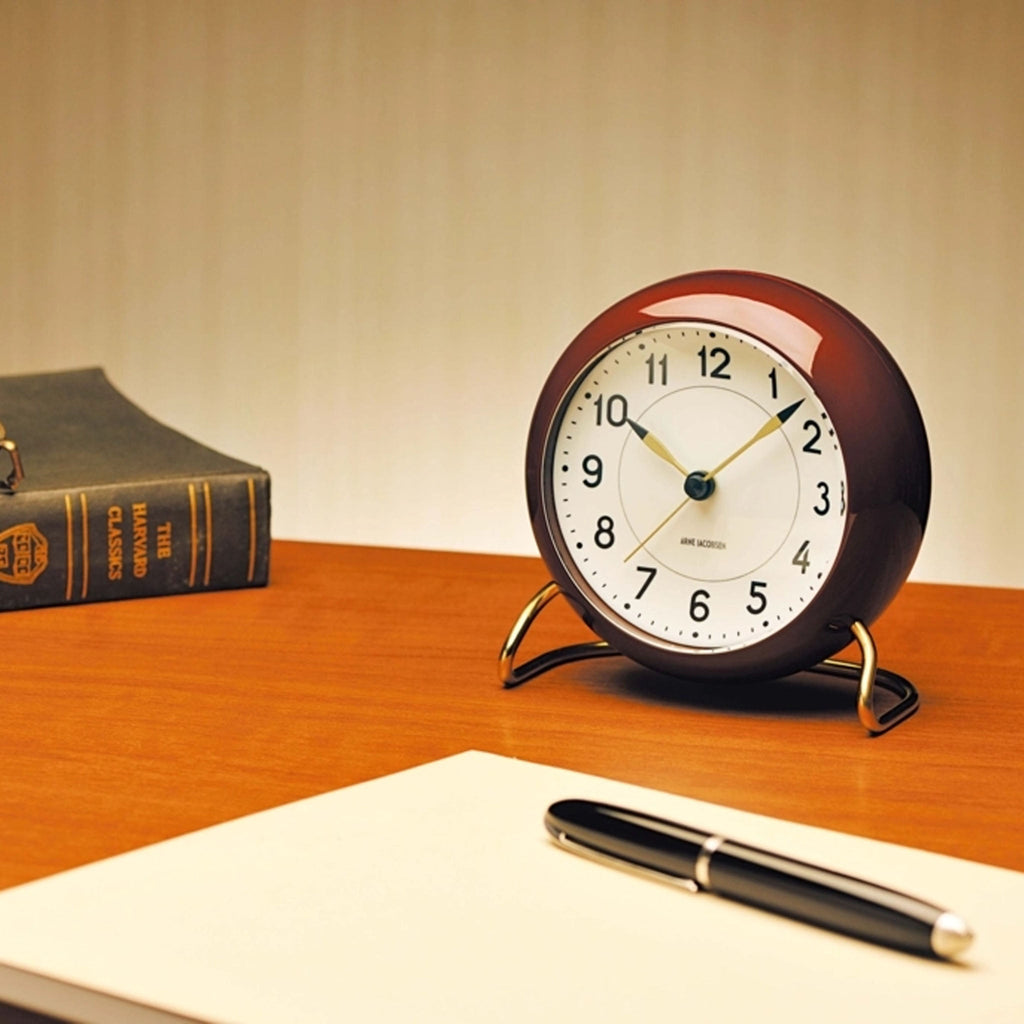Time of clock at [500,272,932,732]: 10:07
